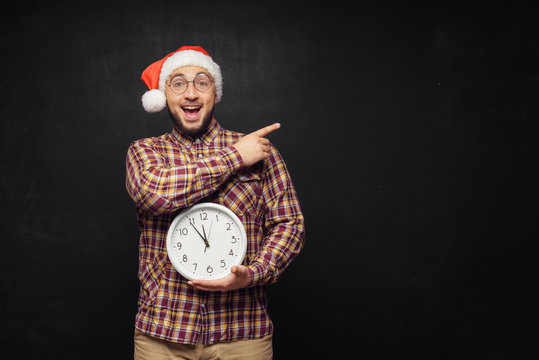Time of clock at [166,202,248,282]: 11:54
